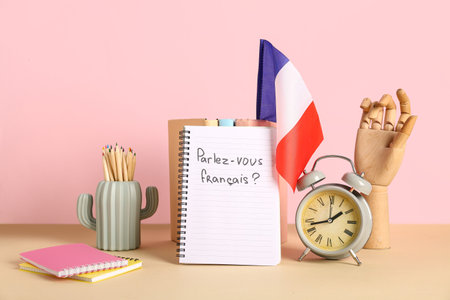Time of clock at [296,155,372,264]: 1:42
